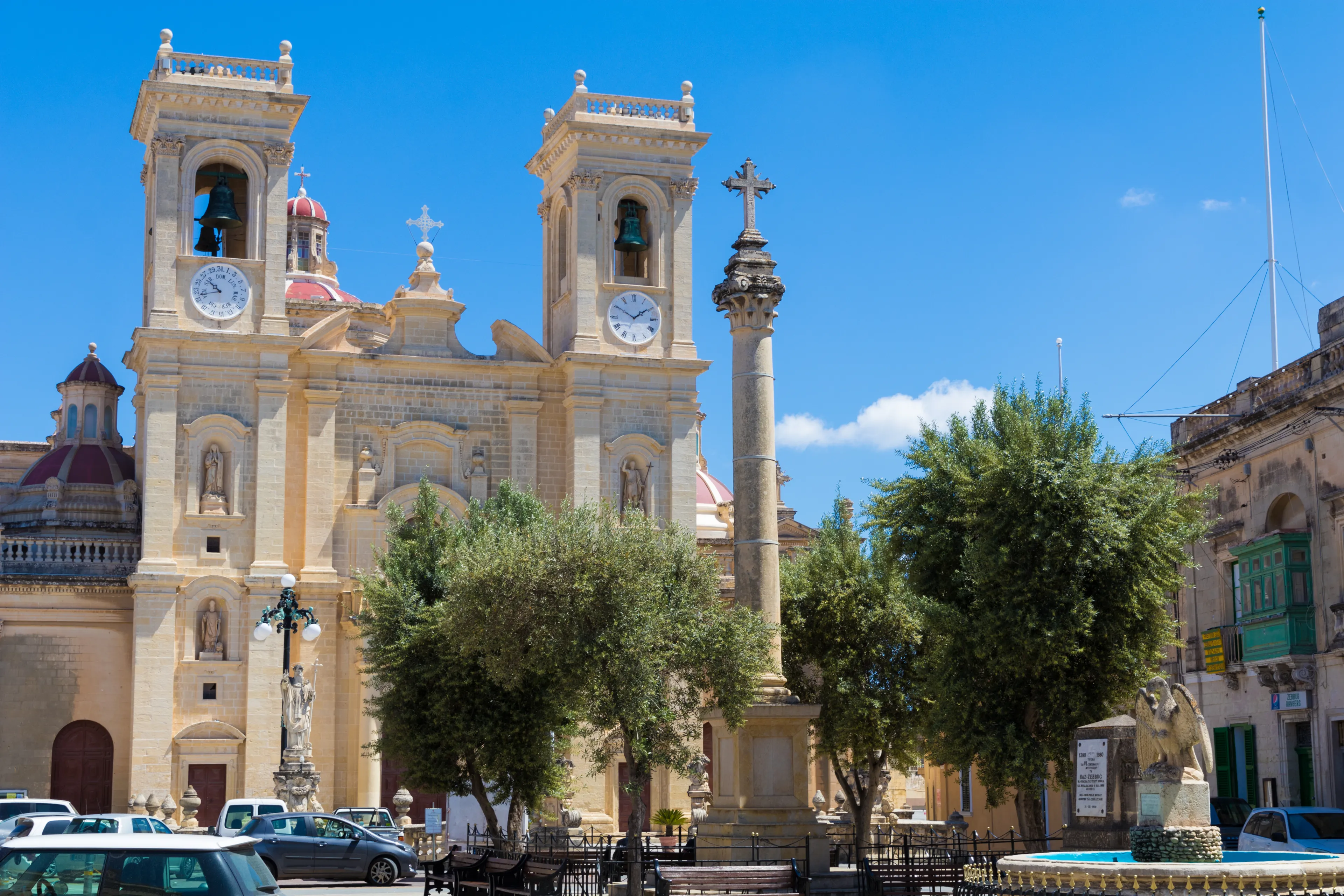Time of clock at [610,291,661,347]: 1:50
